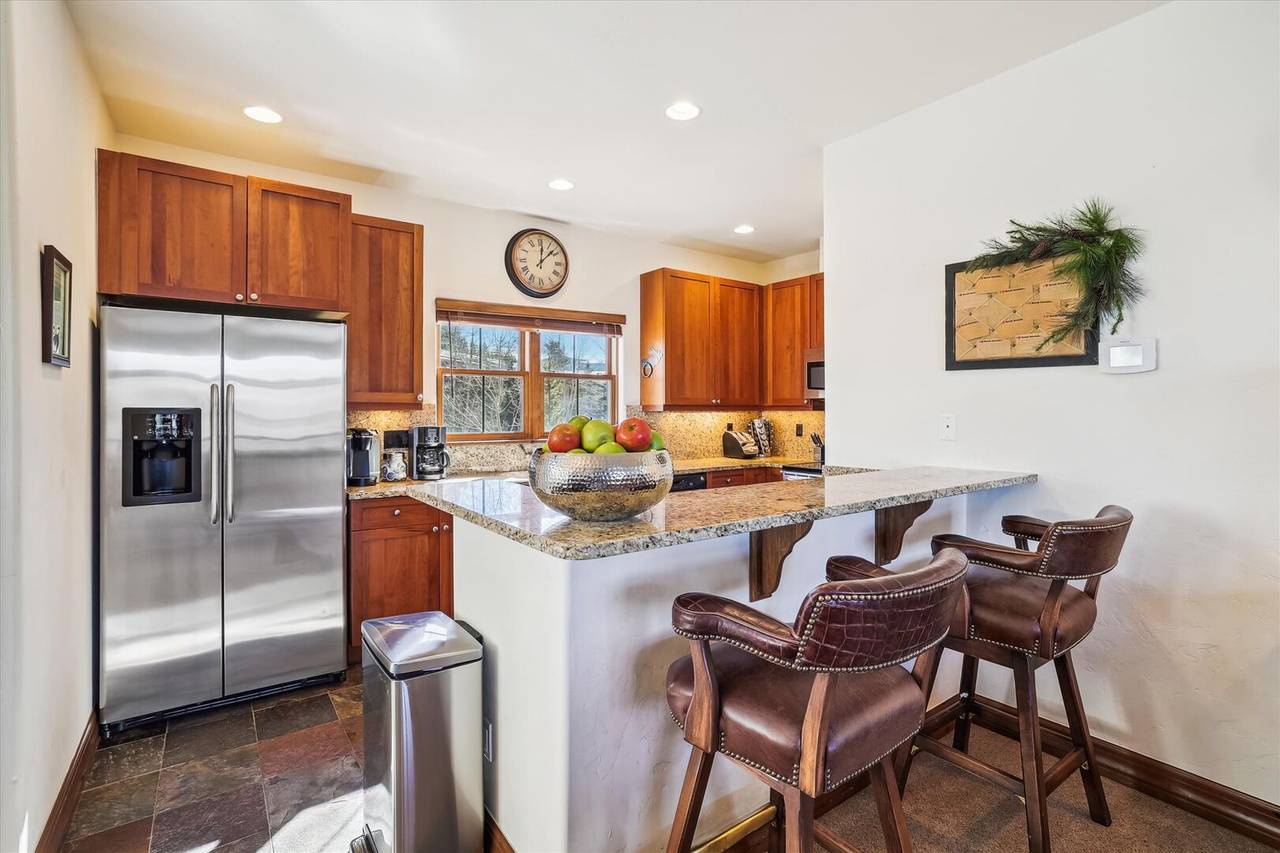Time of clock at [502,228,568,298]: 12:07
